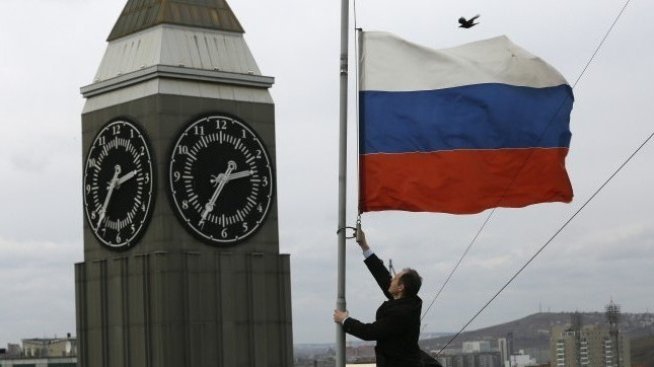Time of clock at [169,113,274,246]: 2:35
